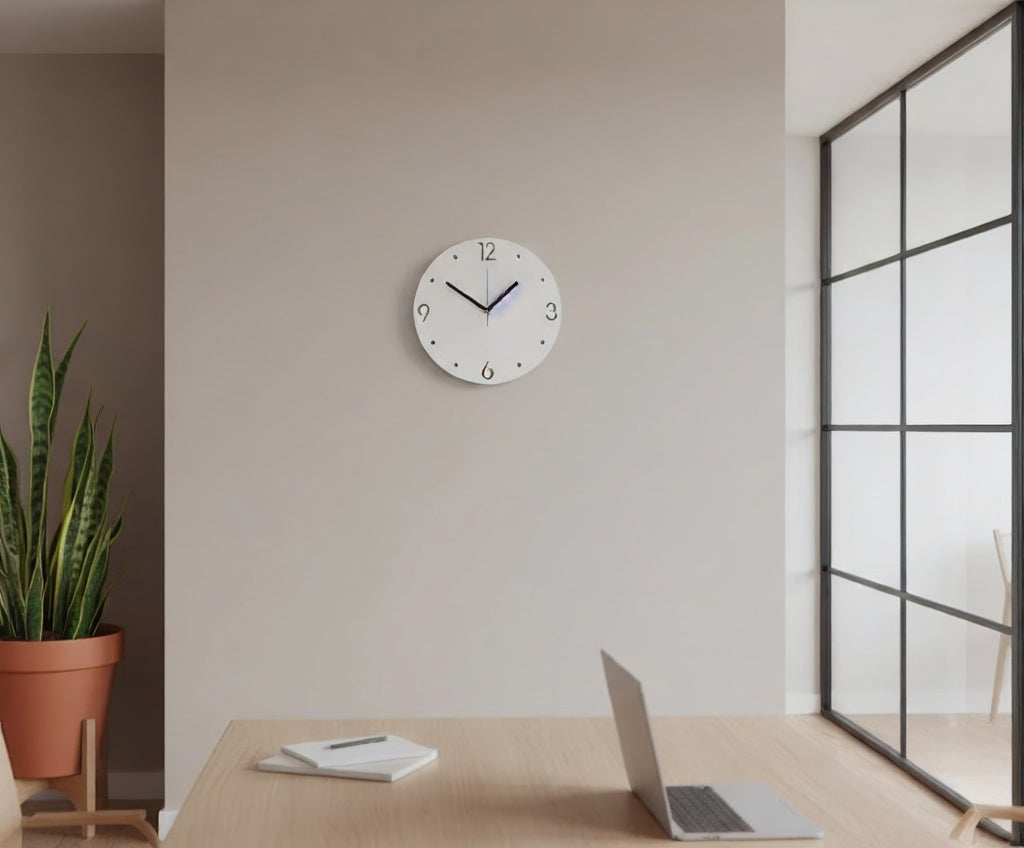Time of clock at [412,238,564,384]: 1:50
